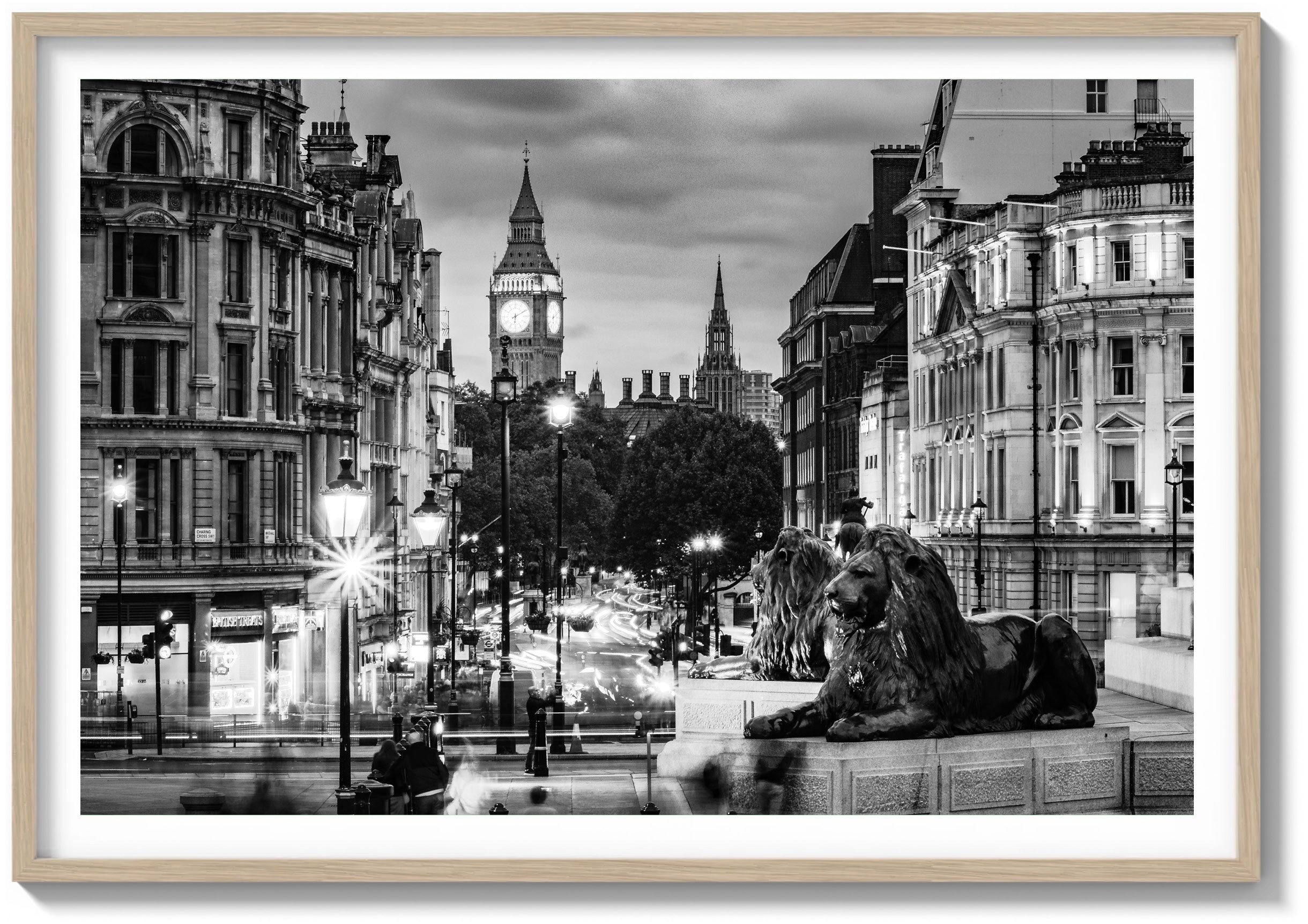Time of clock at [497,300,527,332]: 6:10
